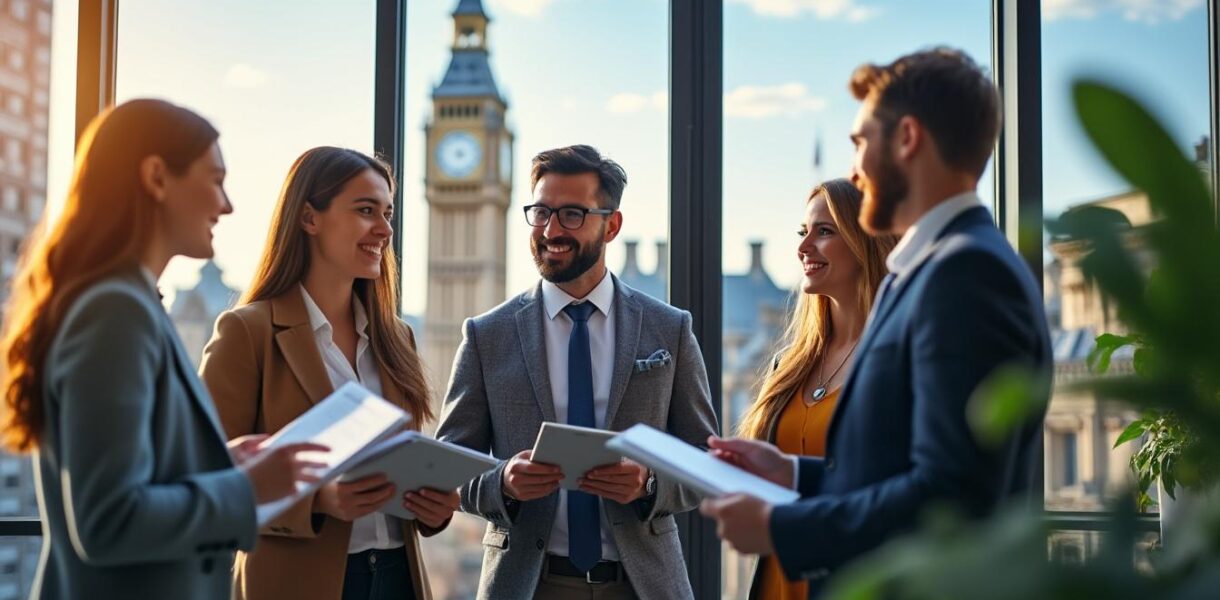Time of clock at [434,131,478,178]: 4:12
